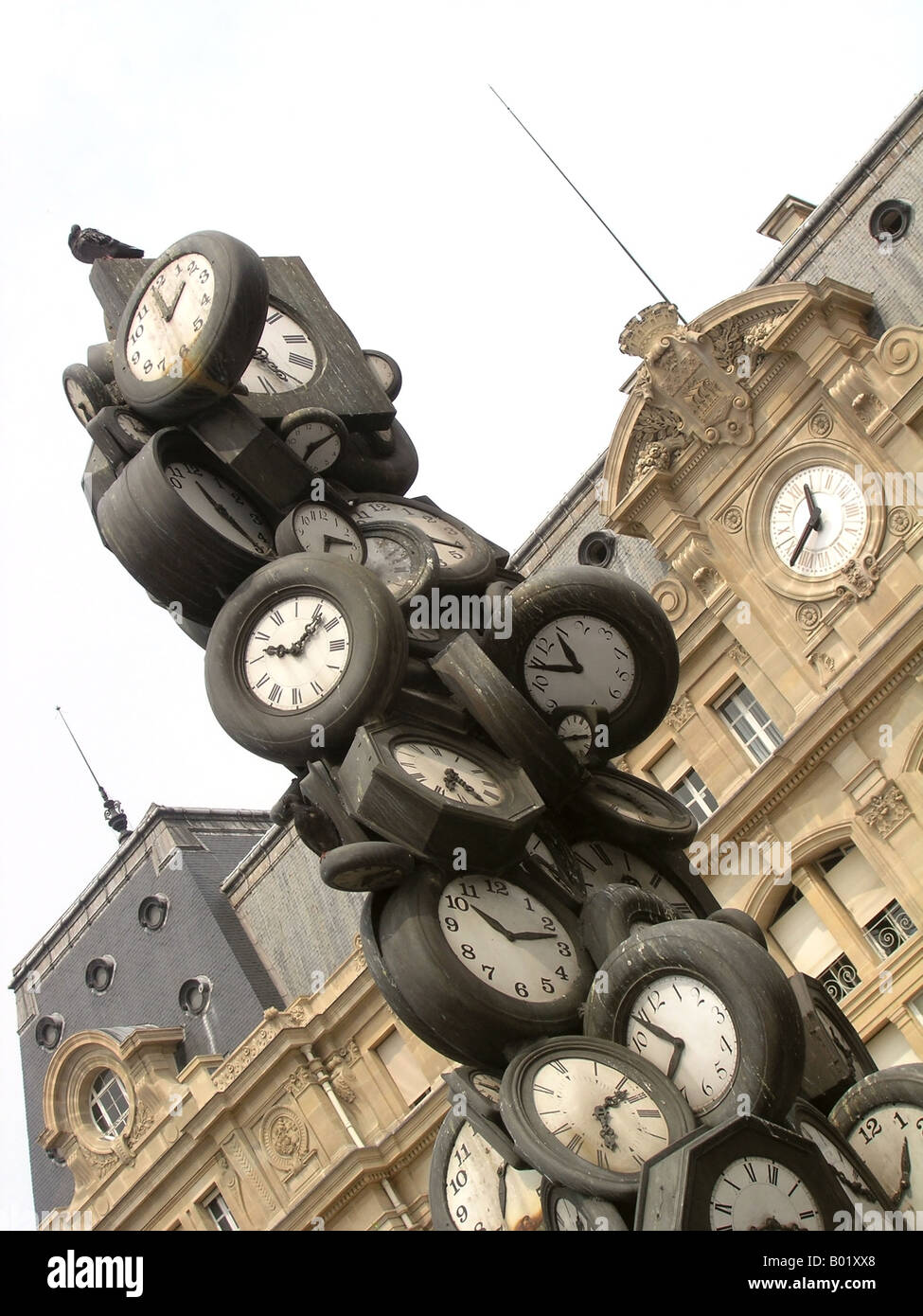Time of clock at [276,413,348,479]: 7:11
